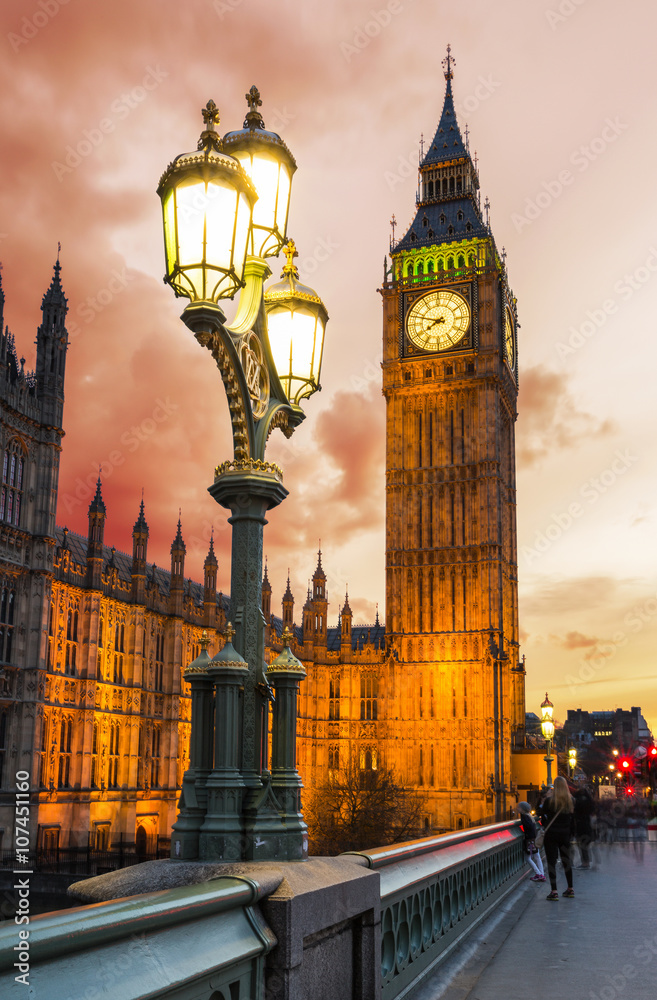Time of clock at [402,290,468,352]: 7:47
